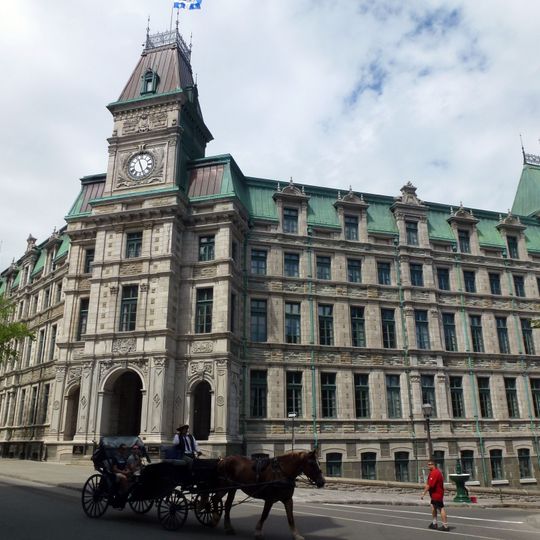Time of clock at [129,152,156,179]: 11:26
